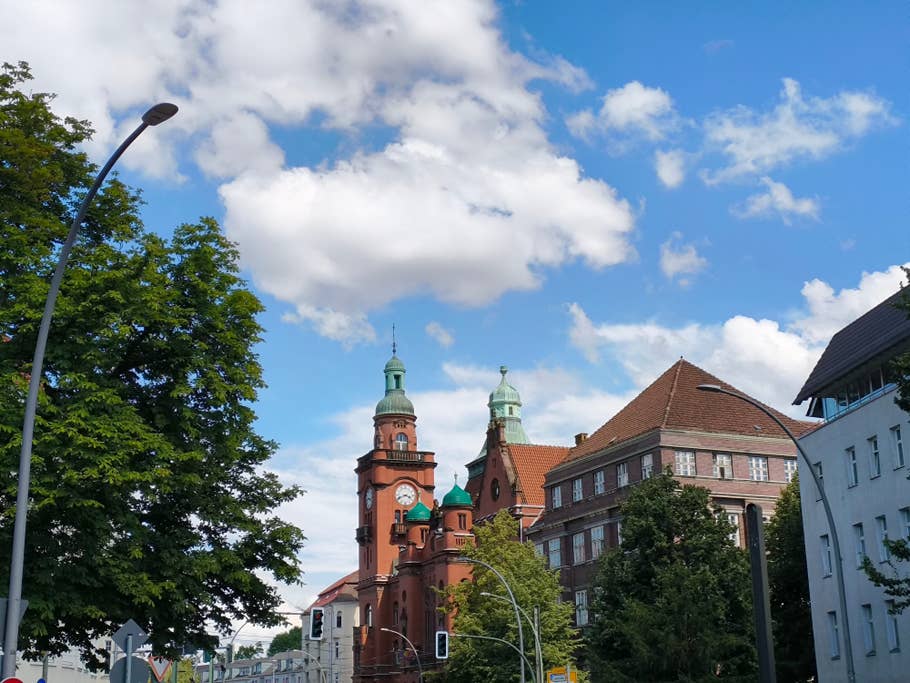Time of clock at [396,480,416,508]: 3:41
